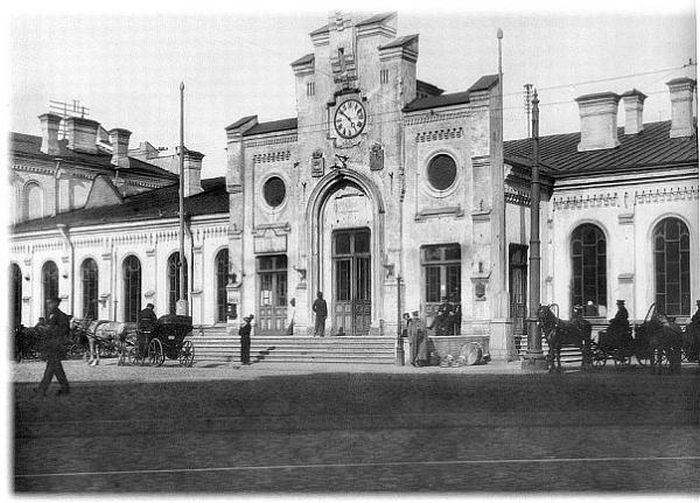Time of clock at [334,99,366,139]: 4:51
